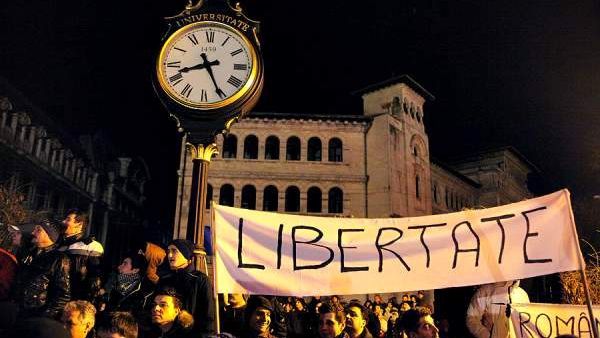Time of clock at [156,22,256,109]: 8:25
